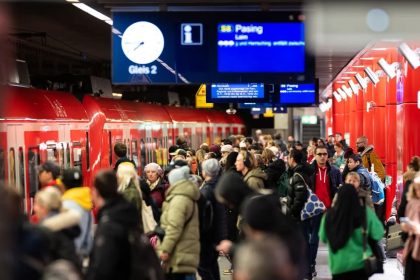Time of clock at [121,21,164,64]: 7:45
